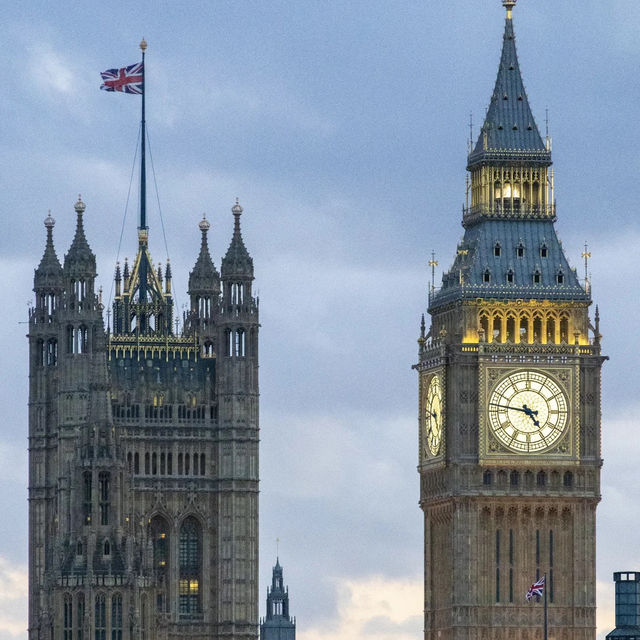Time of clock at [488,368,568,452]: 4:46
